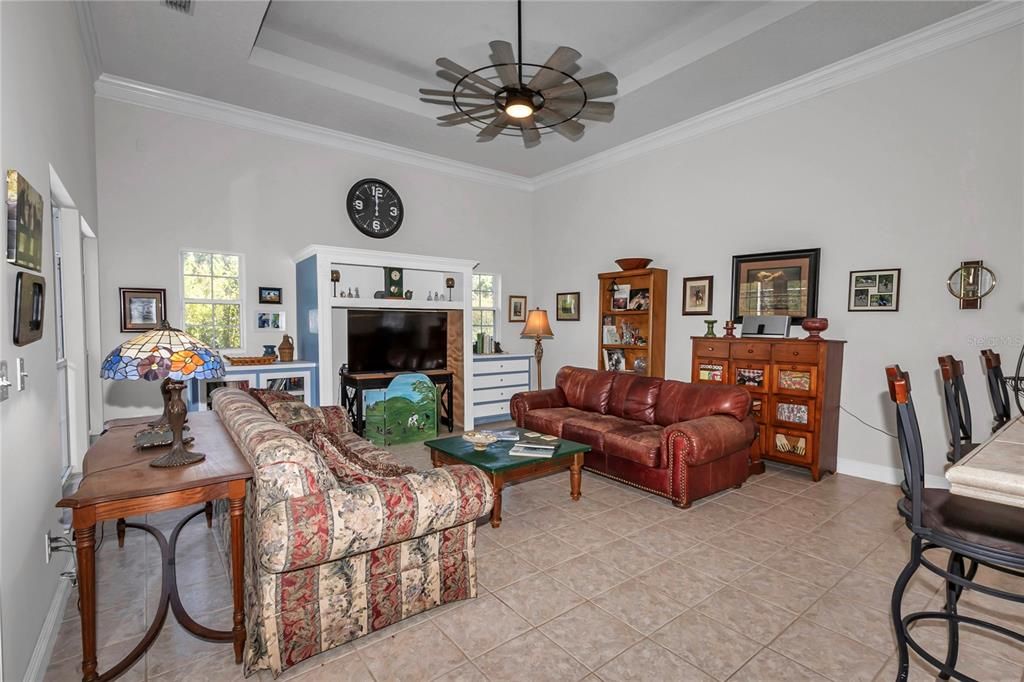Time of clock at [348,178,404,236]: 11:59
